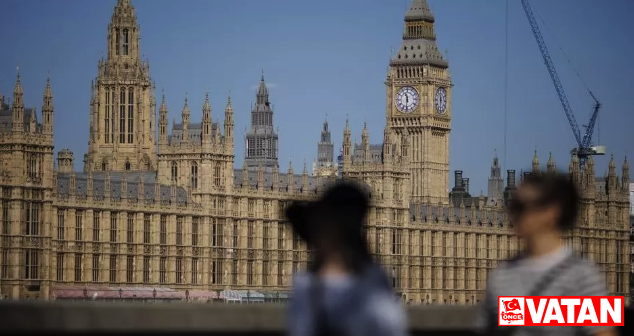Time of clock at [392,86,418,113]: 11:31
